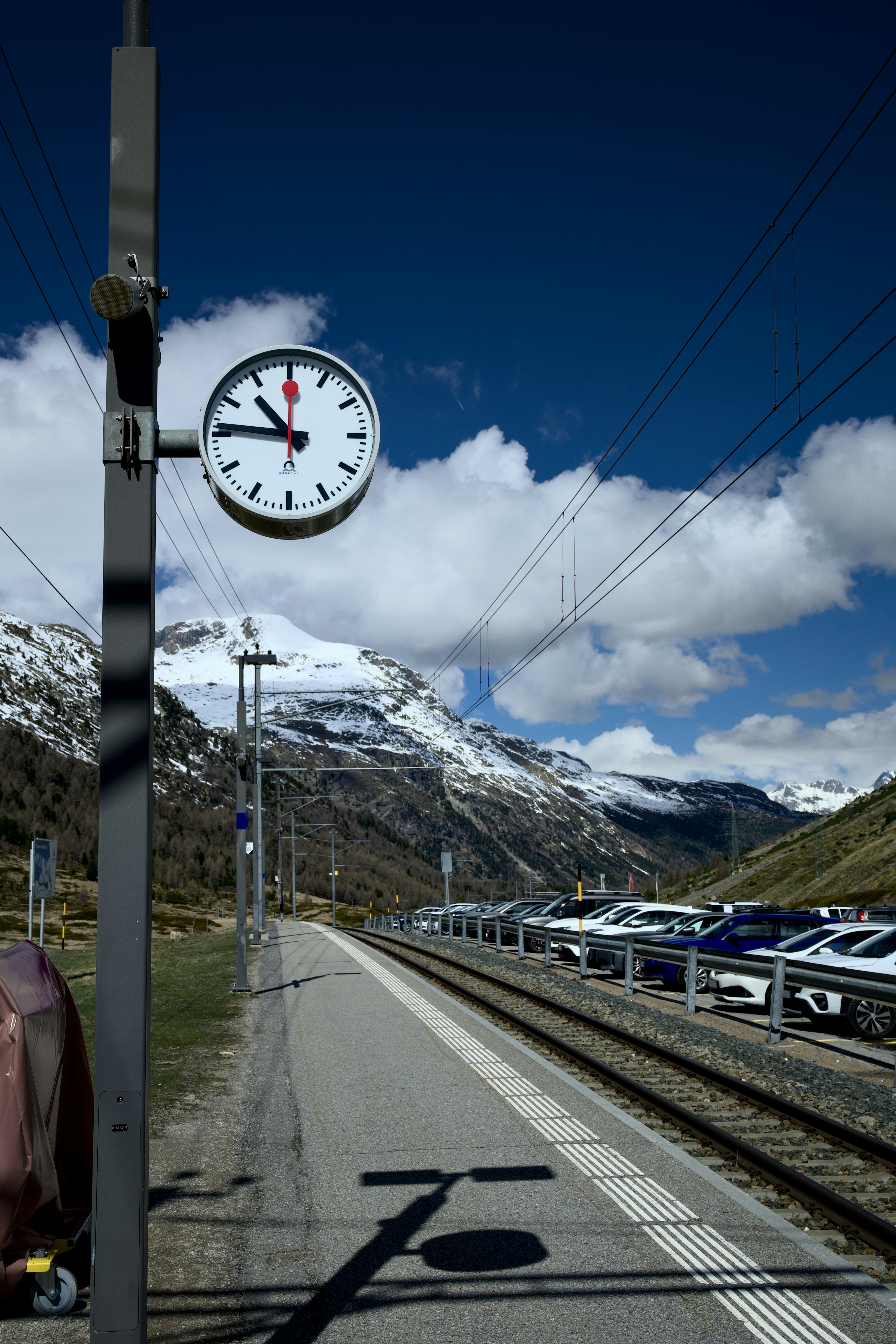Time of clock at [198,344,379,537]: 10:46
